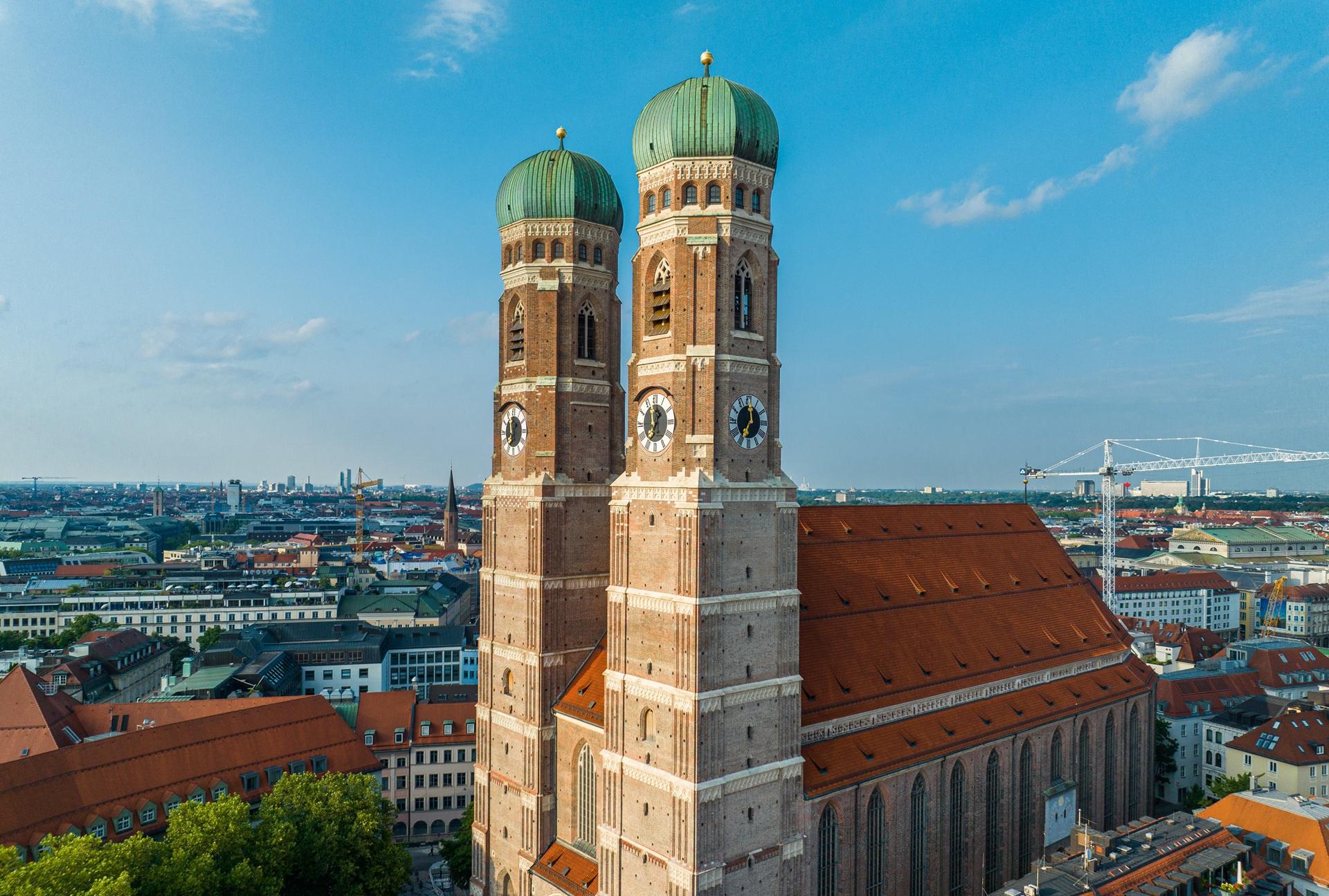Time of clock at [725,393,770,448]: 7:00
